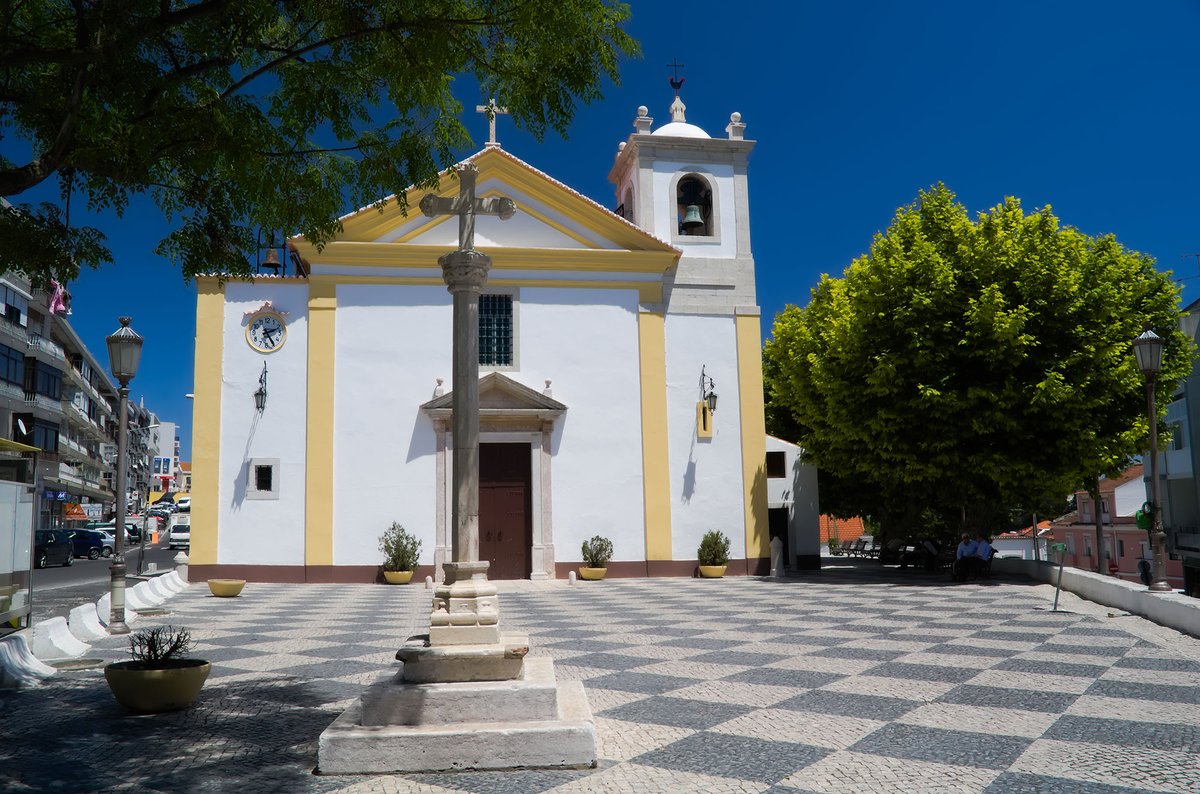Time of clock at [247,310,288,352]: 2:24
